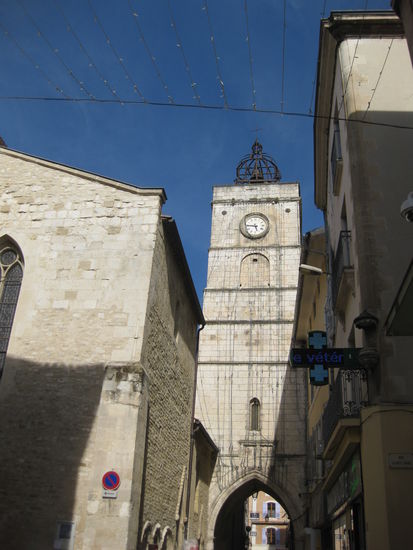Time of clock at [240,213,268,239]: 5:45
